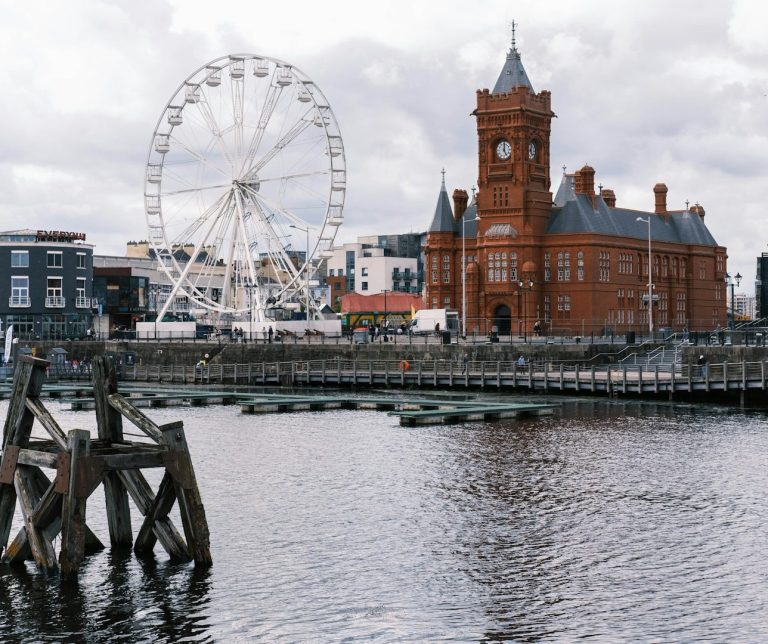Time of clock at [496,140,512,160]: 5:00
